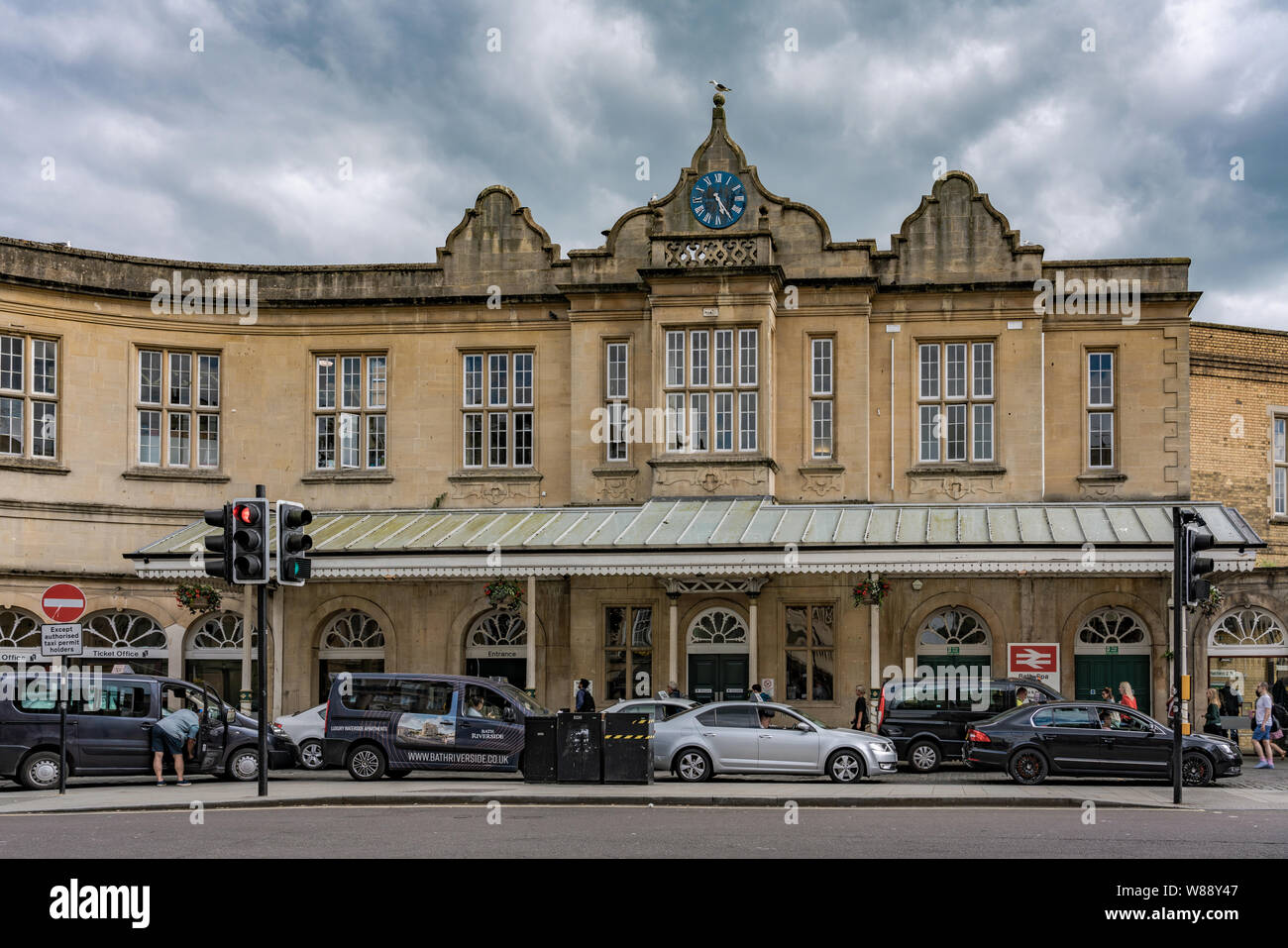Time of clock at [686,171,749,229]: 5:24
